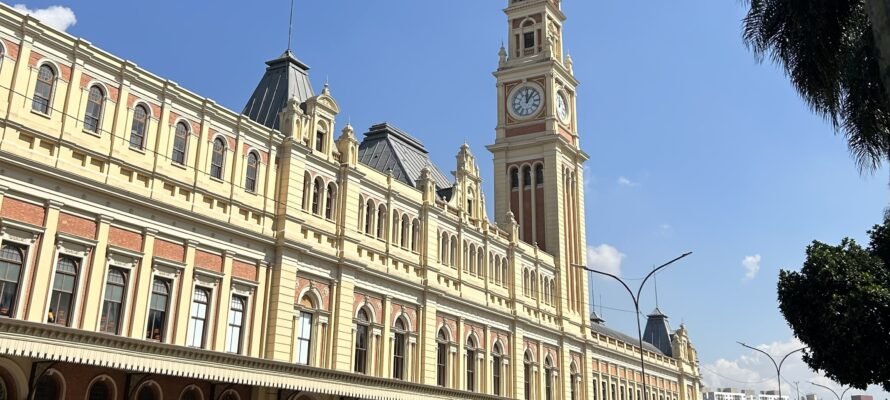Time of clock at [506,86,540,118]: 12:06
